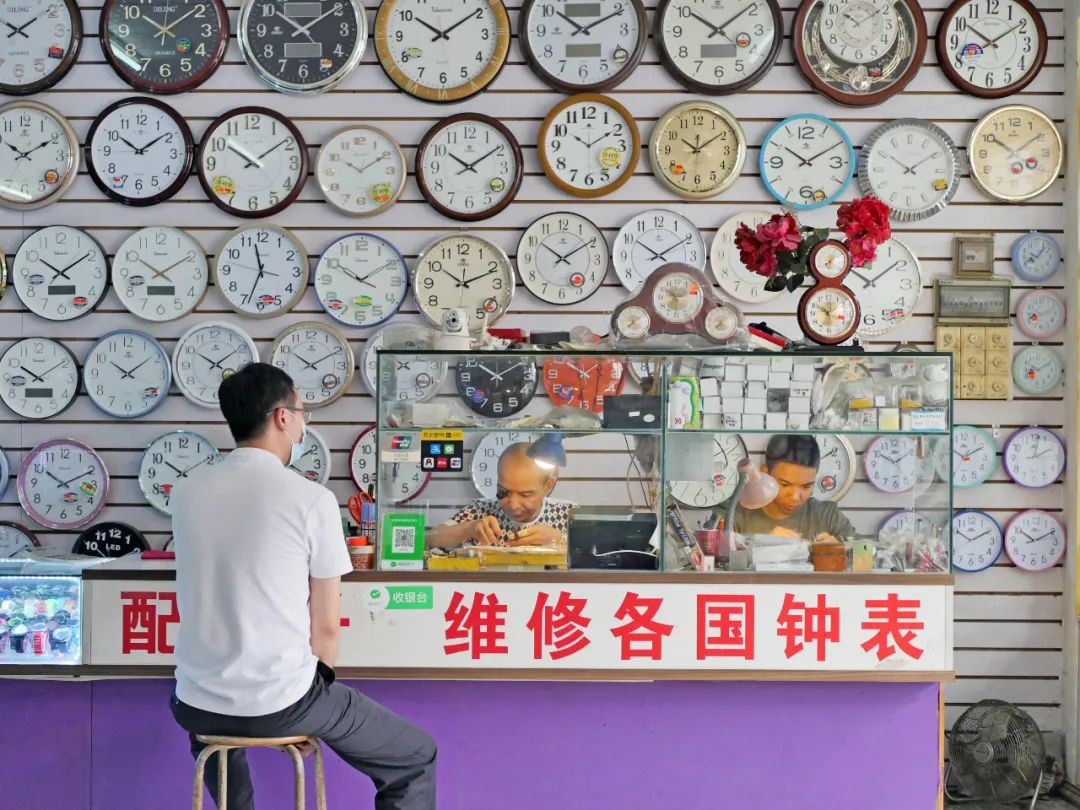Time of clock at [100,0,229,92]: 10:08
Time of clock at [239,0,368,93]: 10:09
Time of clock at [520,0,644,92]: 10:10
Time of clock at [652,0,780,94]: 10:08
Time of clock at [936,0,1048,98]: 10:09
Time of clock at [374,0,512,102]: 10:09
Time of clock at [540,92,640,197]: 10:09
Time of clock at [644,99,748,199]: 10:09
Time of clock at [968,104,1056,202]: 10:09
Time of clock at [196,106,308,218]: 10:09
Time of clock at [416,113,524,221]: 10:09
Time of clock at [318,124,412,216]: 10:09
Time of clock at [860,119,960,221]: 10:09
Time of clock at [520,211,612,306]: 10:09
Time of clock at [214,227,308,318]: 11:33
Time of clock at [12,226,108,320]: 10:09
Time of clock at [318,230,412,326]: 10:09
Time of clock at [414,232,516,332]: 10:11
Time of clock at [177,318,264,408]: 10:09
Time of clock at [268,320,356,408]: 10:10
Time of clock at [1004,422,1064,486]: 2:01
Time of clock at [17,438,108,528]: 10:10
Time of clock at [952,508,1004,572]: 10:10
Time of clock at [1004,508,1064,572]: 10:10
